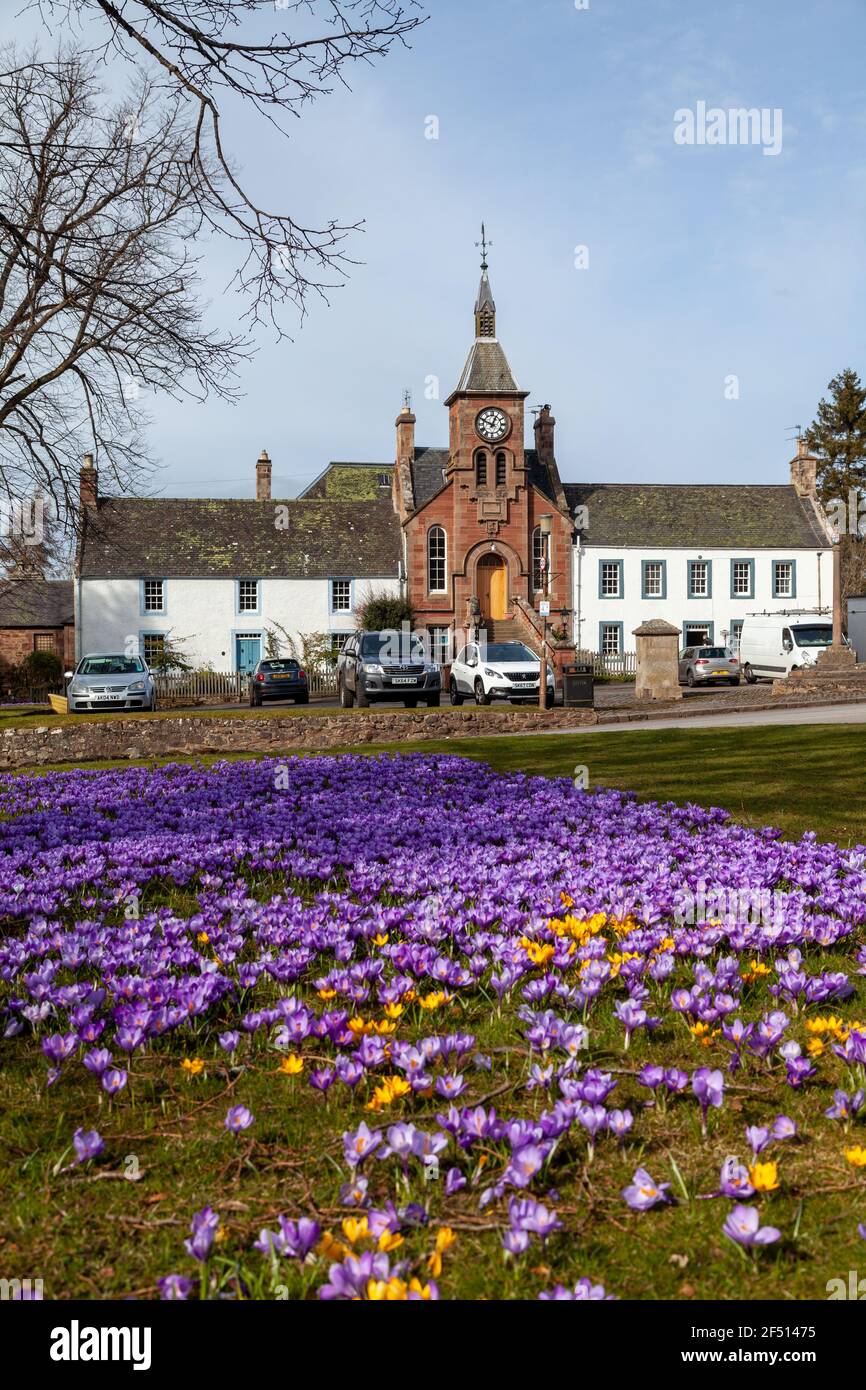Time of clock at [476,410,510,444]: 12:49
